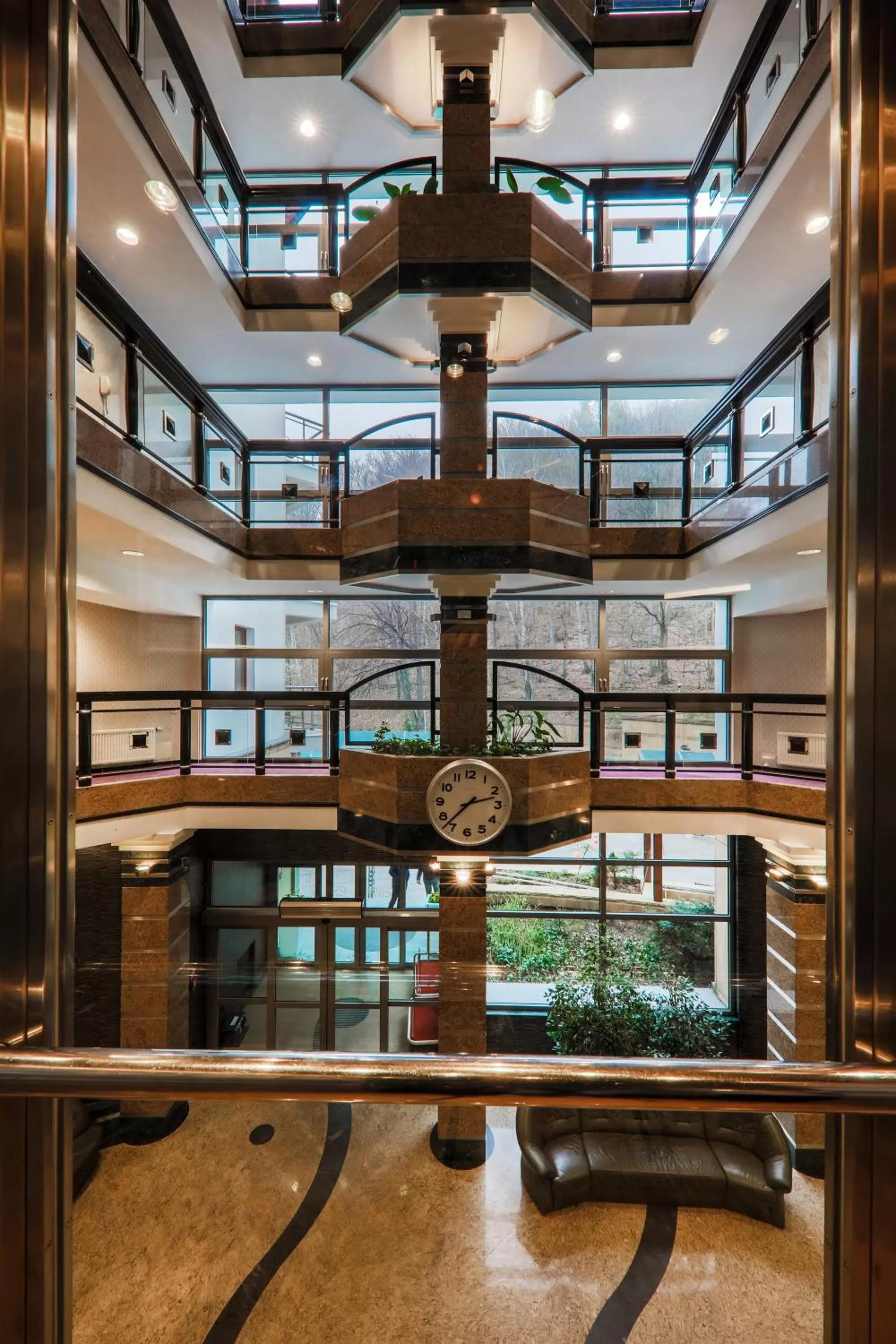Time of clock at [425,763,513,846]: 2:37
